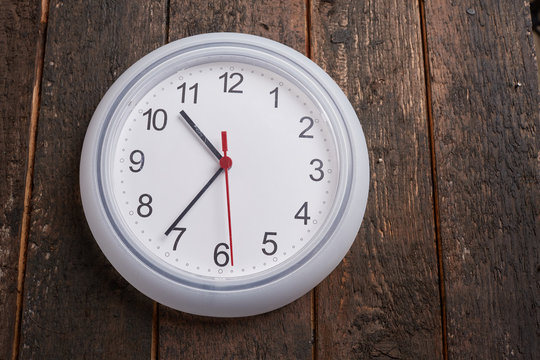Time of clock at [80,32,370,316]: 10:36
